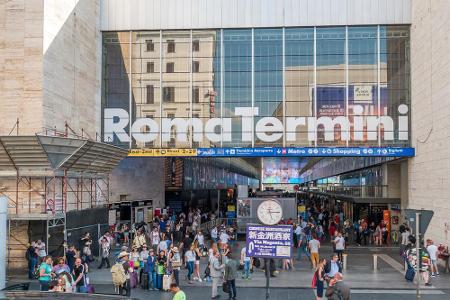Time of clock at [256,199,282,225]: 5:15
